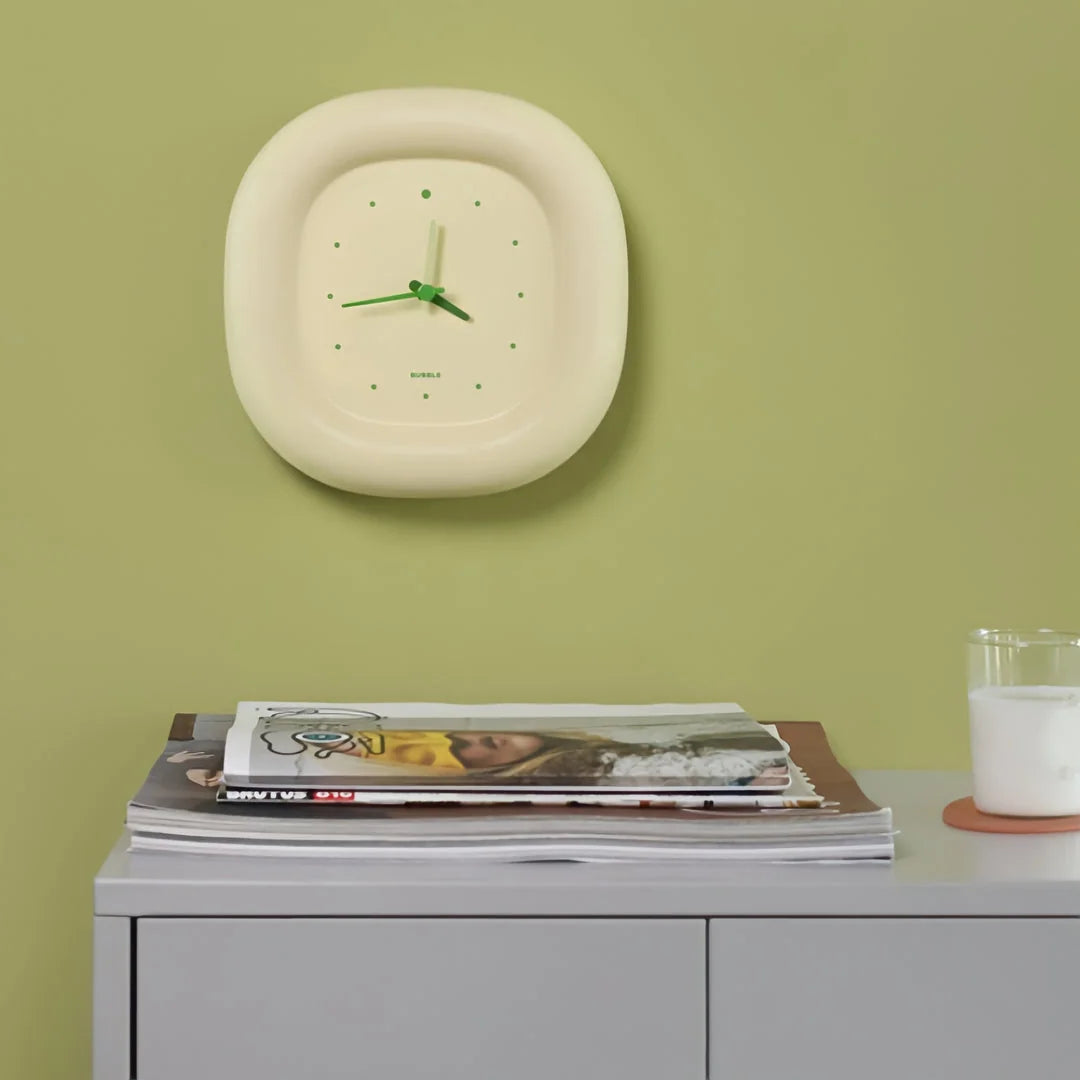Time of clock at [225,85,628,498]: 3:43
